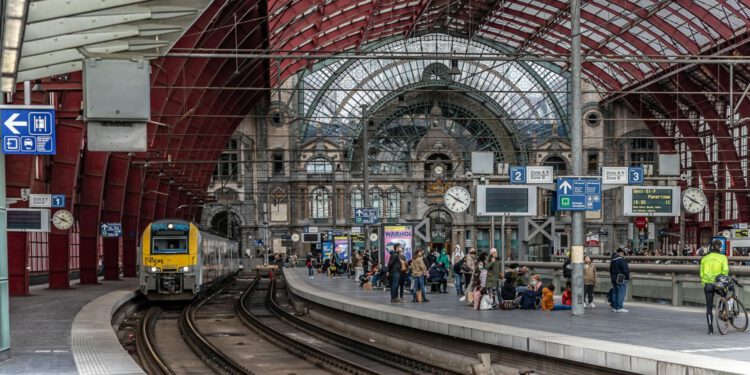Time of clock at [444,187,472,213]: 3:50
